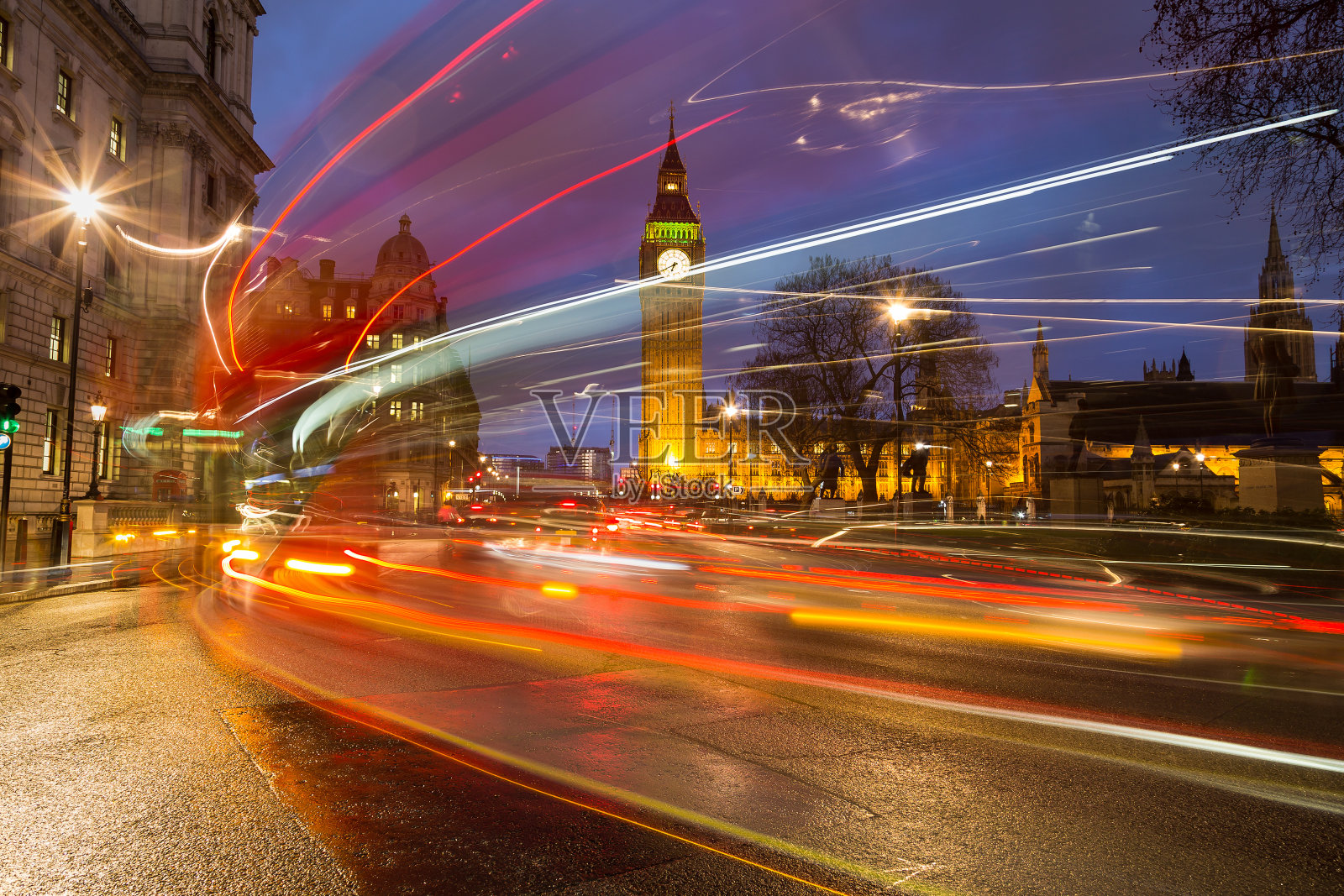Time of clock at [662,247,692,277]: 6:40
